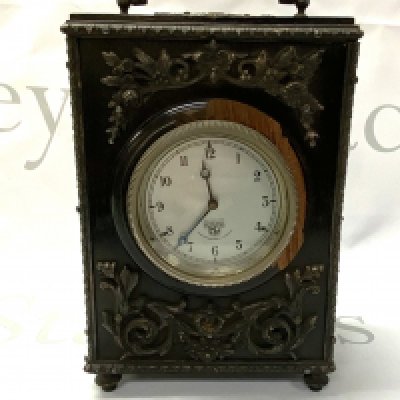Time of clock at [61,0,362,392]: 11:37
